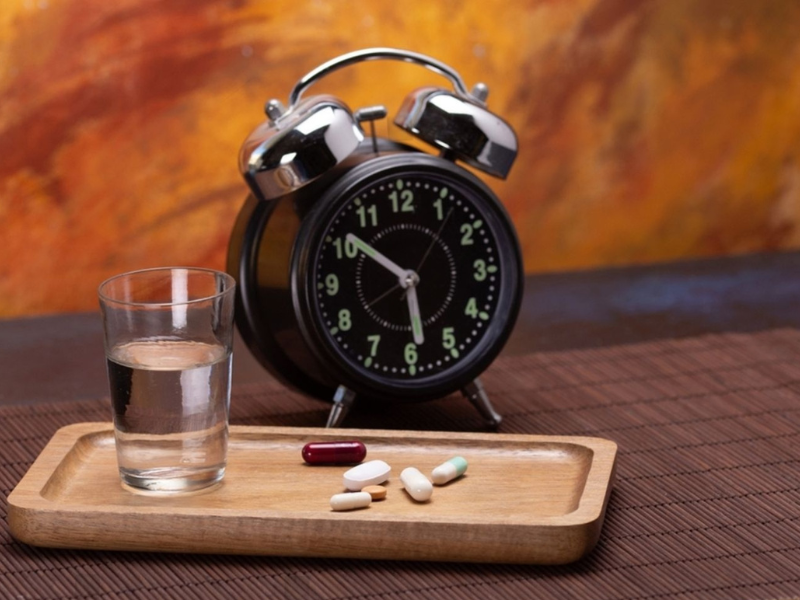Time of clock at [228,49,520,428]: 5:51
